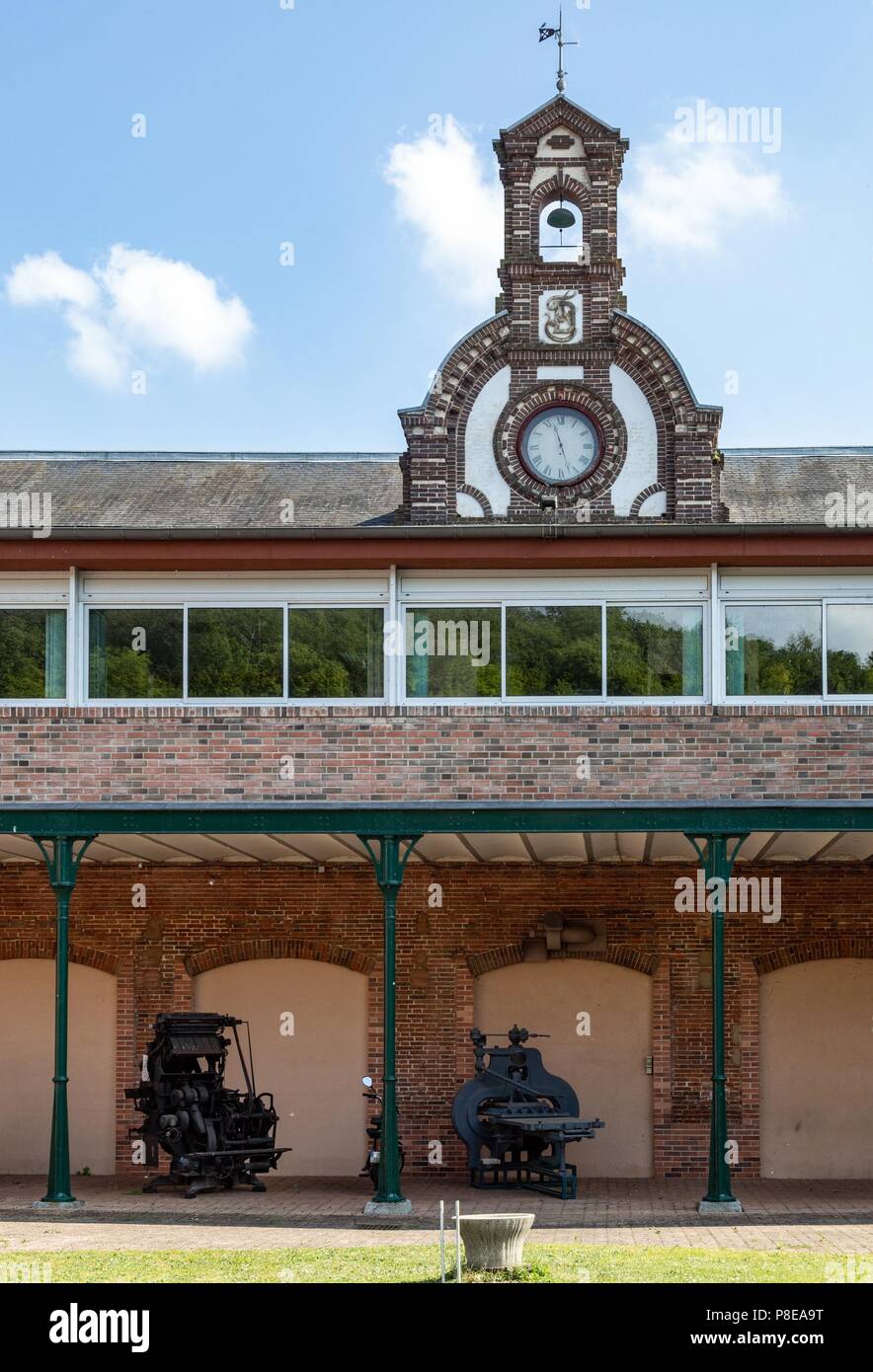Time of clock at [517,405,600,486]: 11:26
